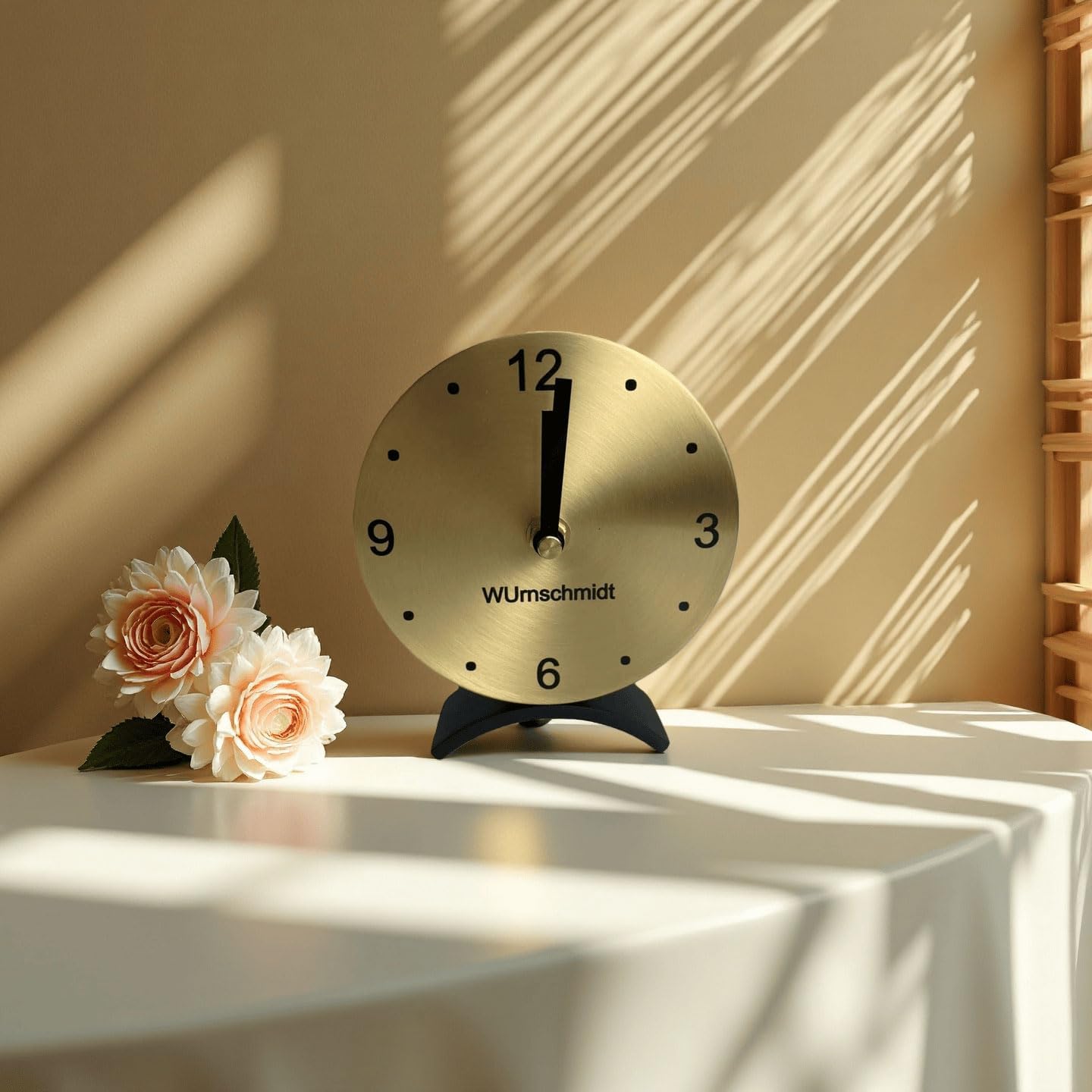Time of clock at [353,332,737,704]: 12:01
